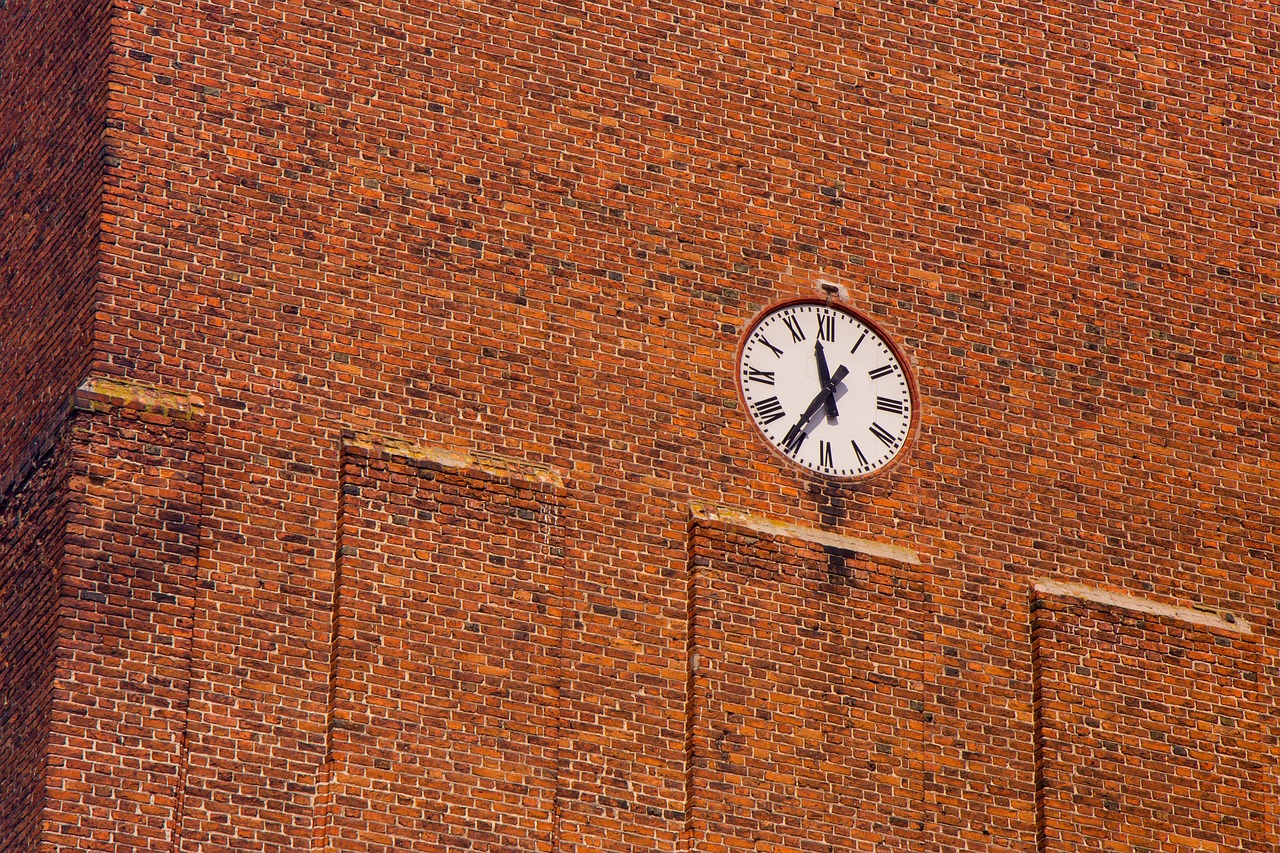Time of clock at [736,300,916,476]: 11:35
